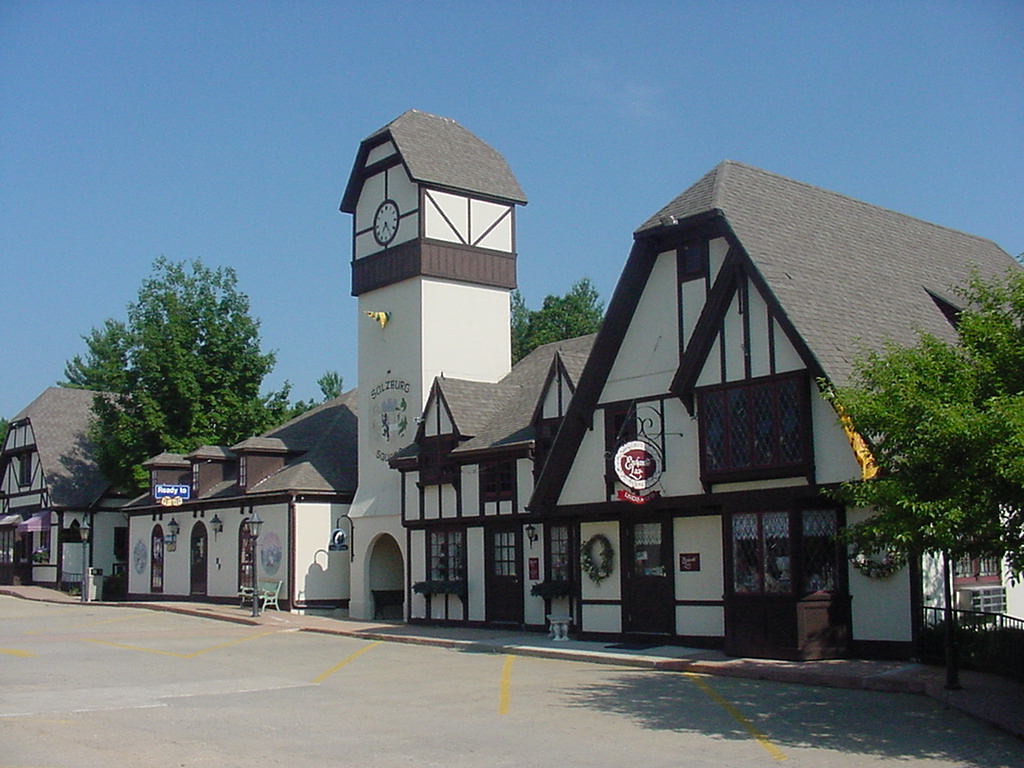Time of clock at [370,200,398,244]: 7:24
